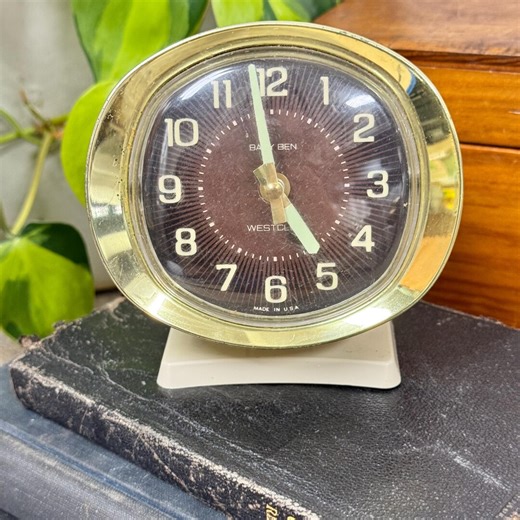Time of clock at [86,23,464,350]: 4:58
